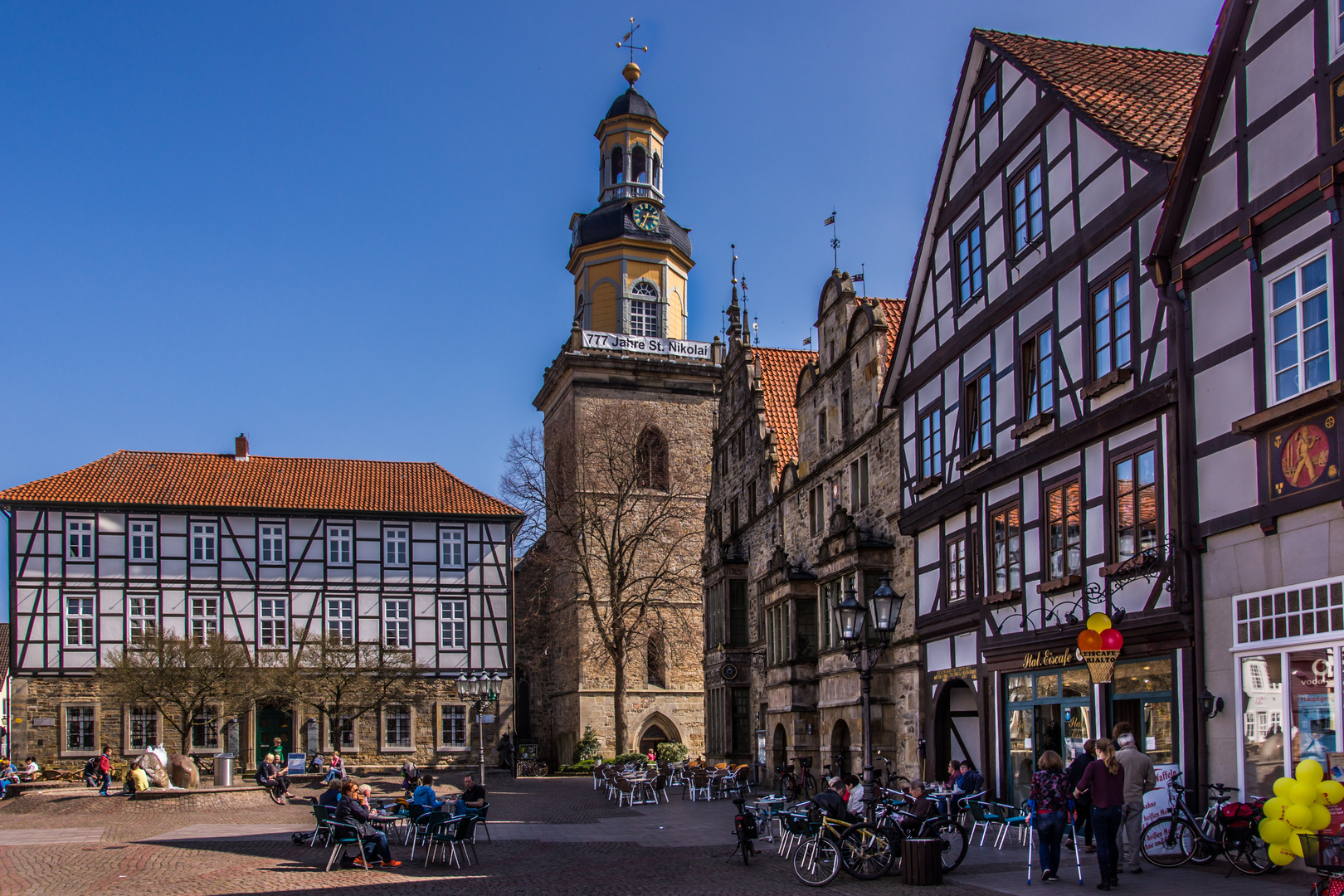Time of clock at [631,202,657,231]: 2:34
